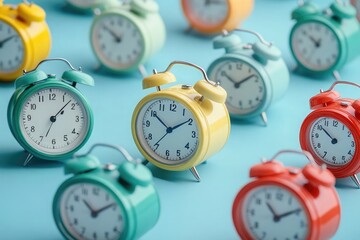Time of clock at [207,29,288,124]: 10:08
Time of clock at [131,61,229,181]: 10:09
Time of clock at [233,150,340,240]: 10:10
